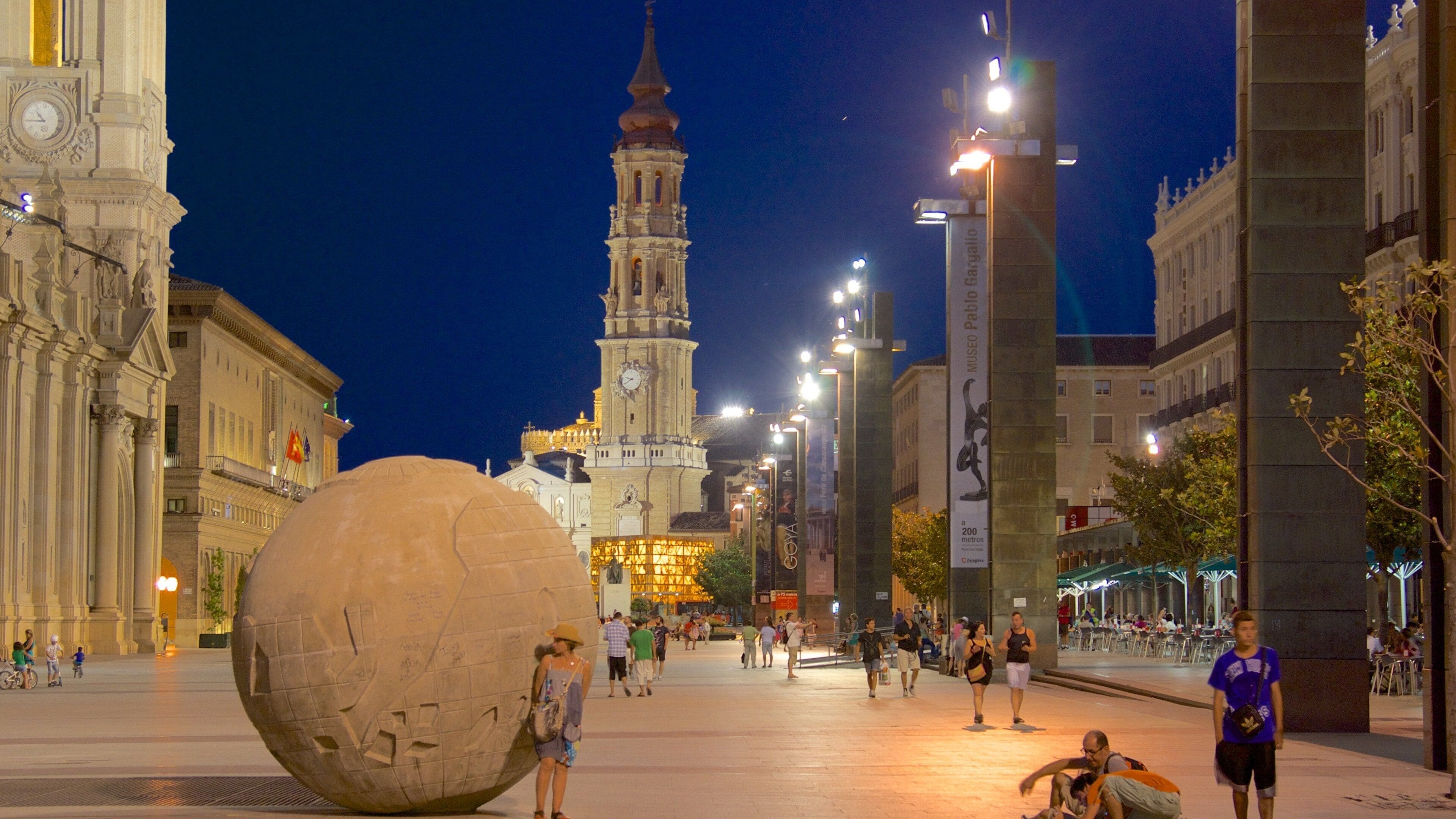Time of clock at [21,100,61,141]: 10:45
